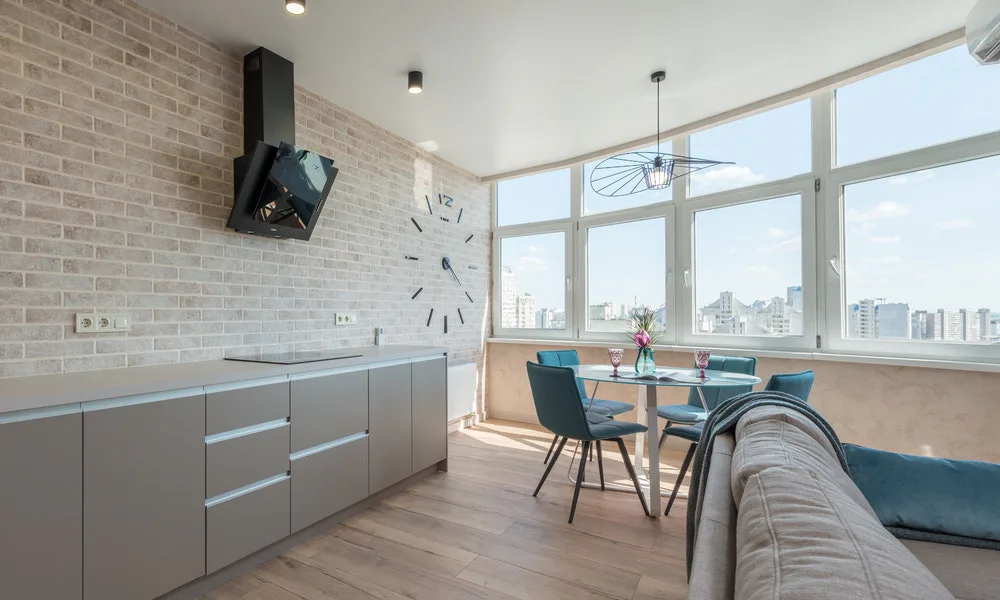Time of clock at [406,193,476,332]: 4:20
